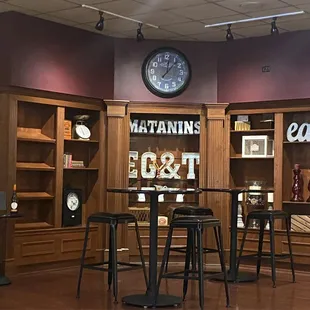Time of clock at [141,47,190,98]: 12:06
